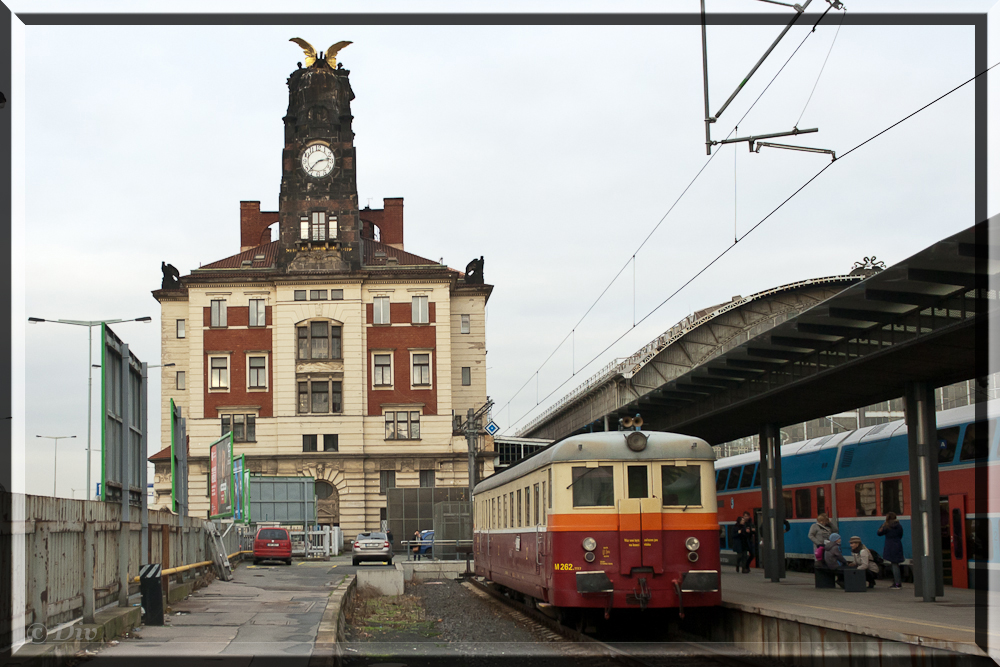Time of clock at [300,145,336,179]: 2:37
